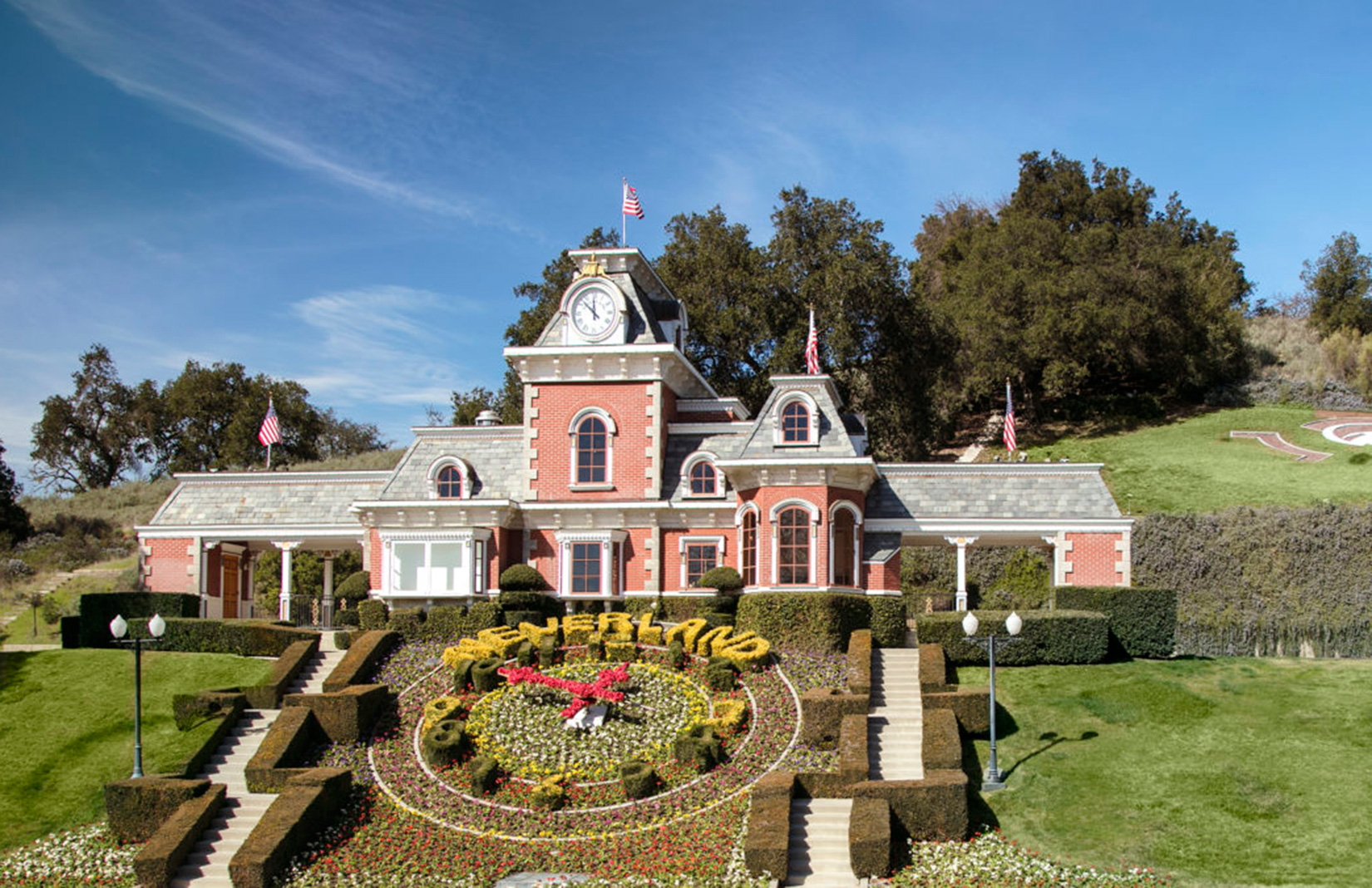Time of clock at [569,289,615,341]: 11:52
